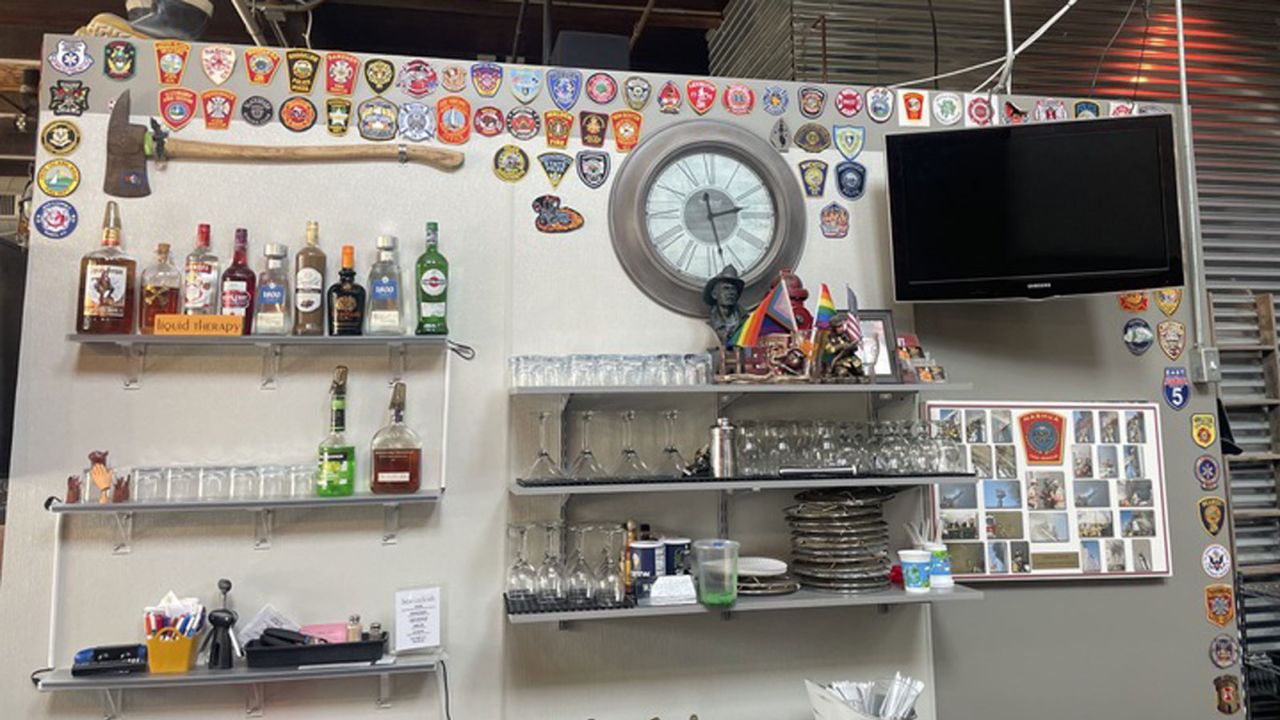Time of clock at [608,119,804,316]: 2:27
